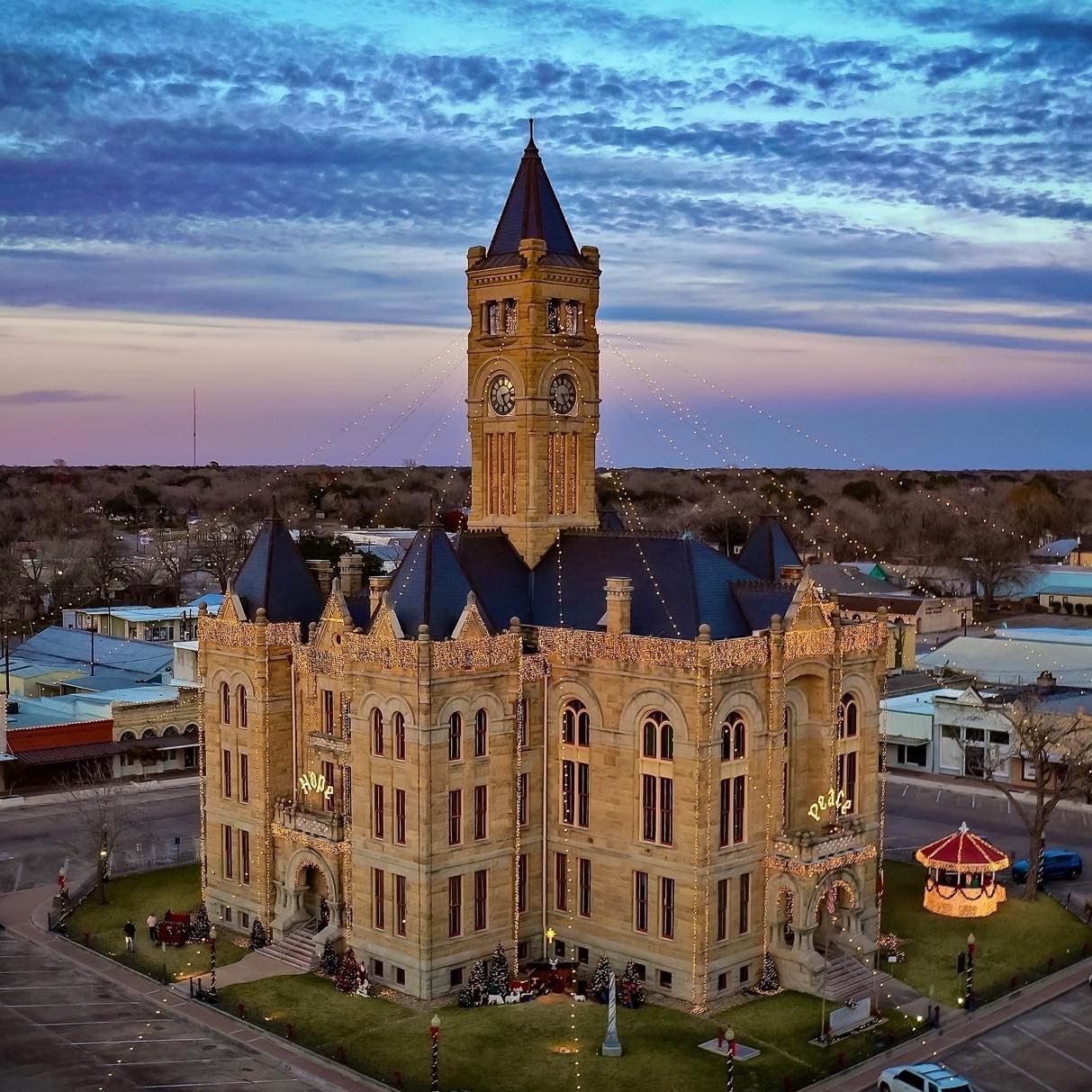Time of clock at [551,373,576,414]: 5:14
